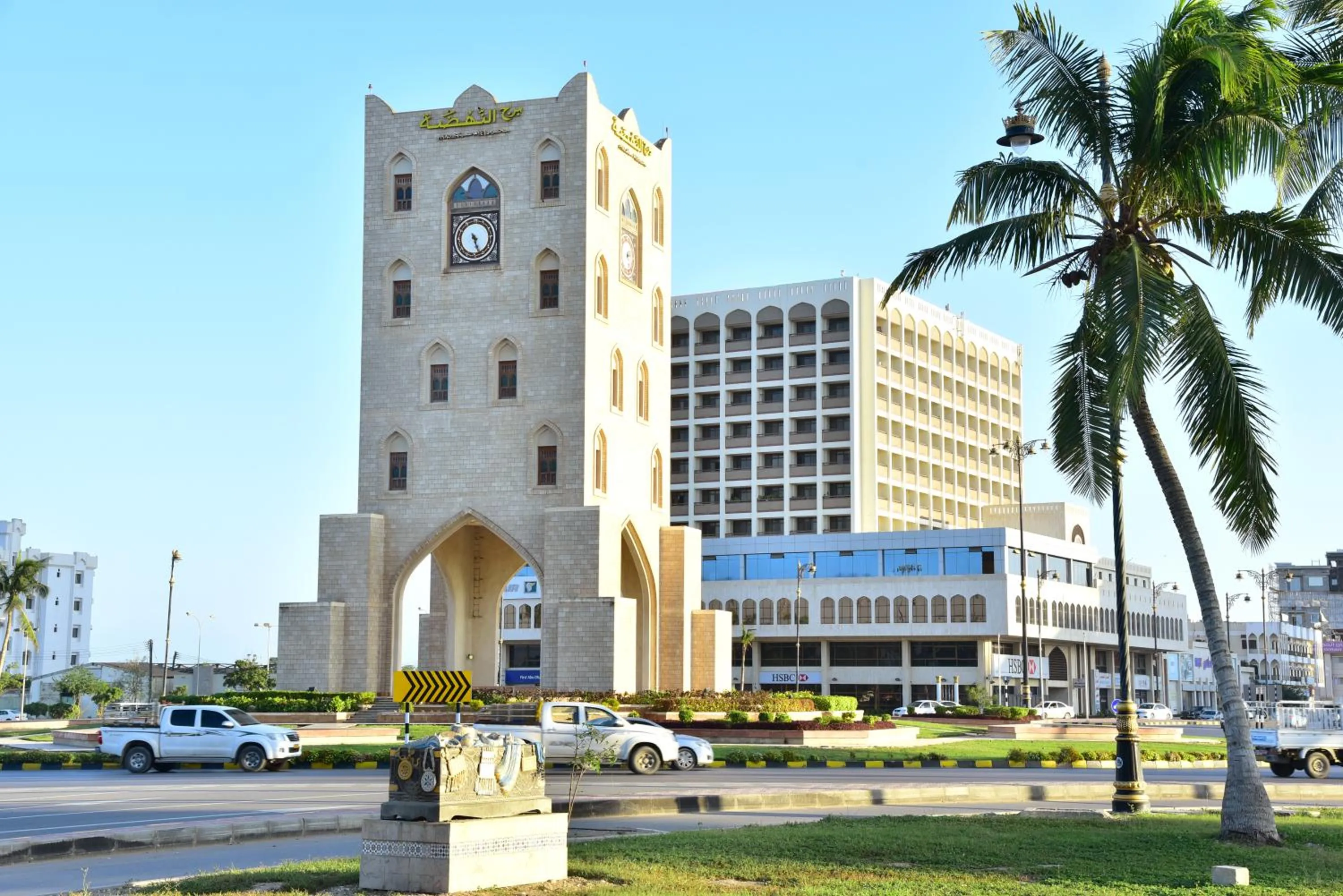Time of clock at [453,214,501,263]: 10:26
